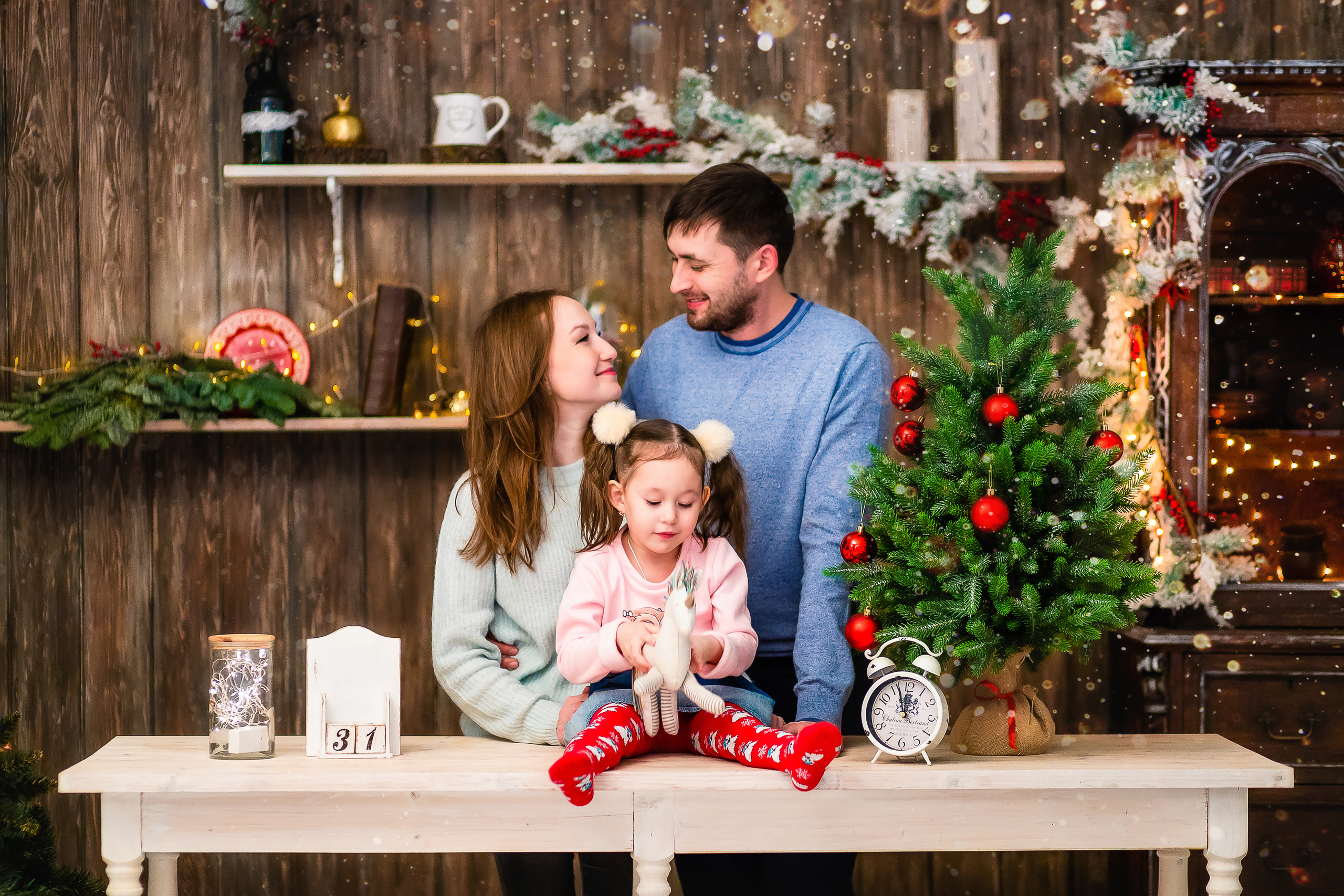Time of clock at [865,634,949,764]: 11:56
